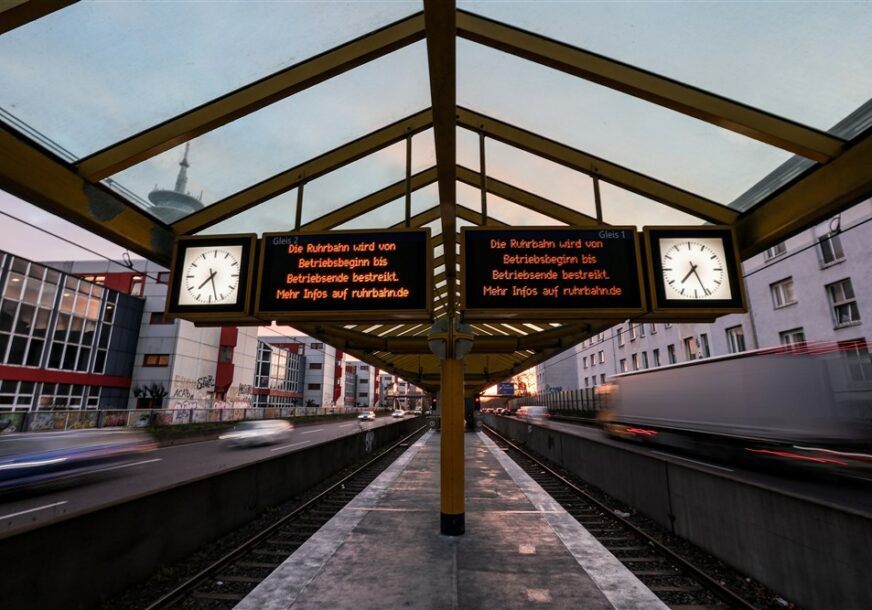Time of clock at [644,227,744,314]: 7:26
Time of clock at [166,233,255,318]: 7:27
